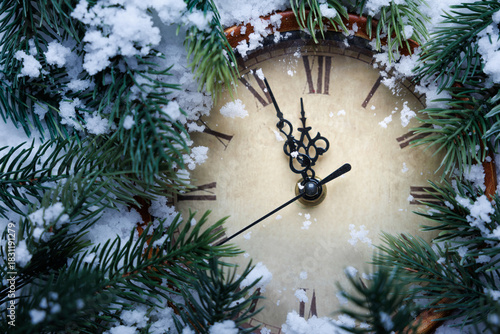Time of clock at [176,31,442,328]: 11:56
